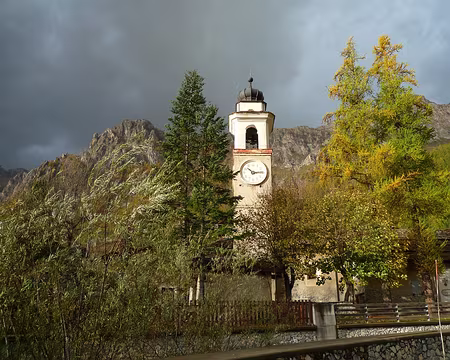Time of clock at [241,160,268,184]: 10:13
